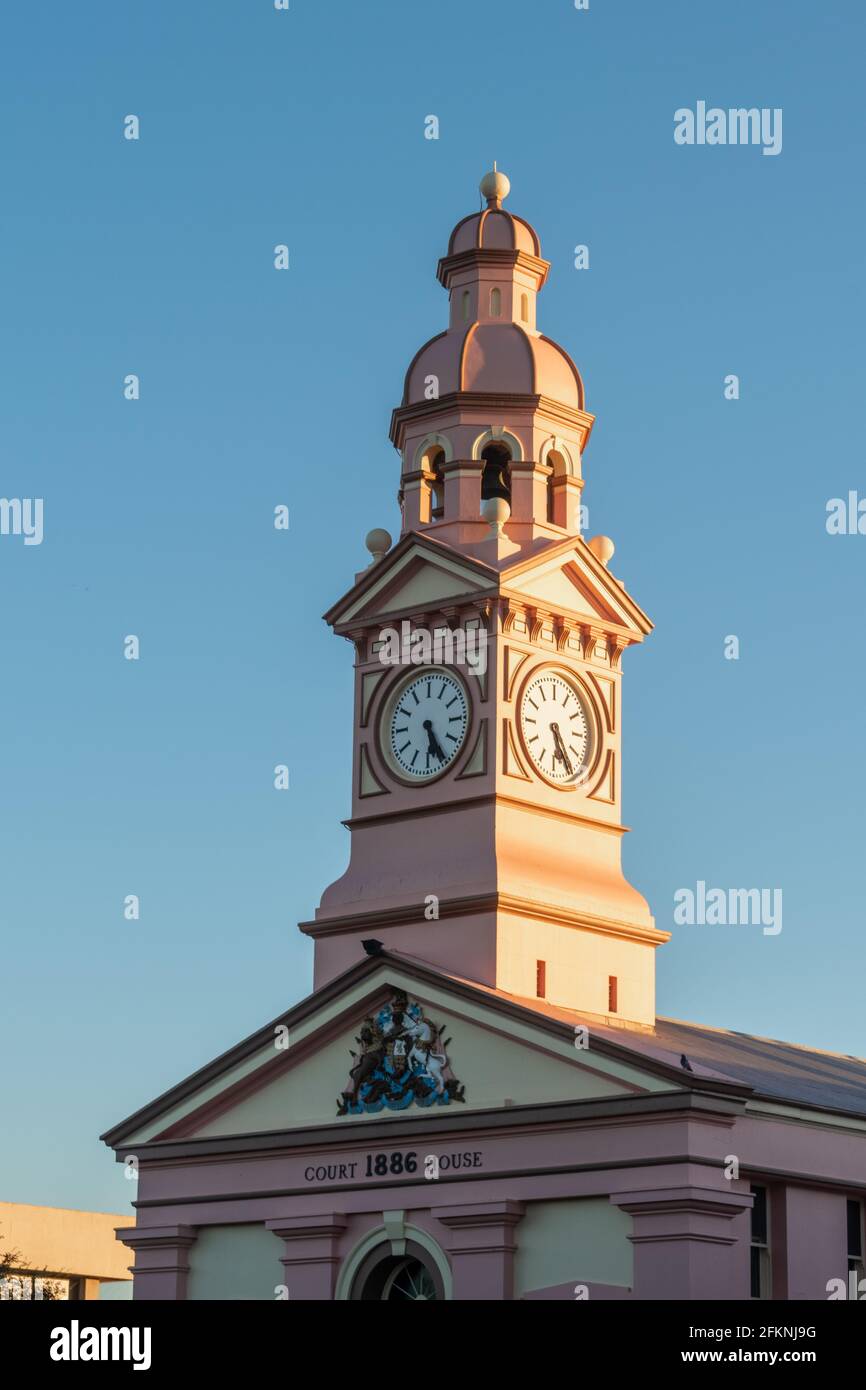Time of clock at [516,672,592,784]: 5:24
